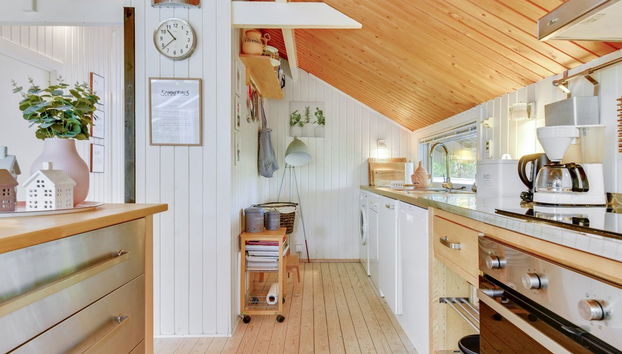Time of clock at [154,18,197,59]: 10:38
